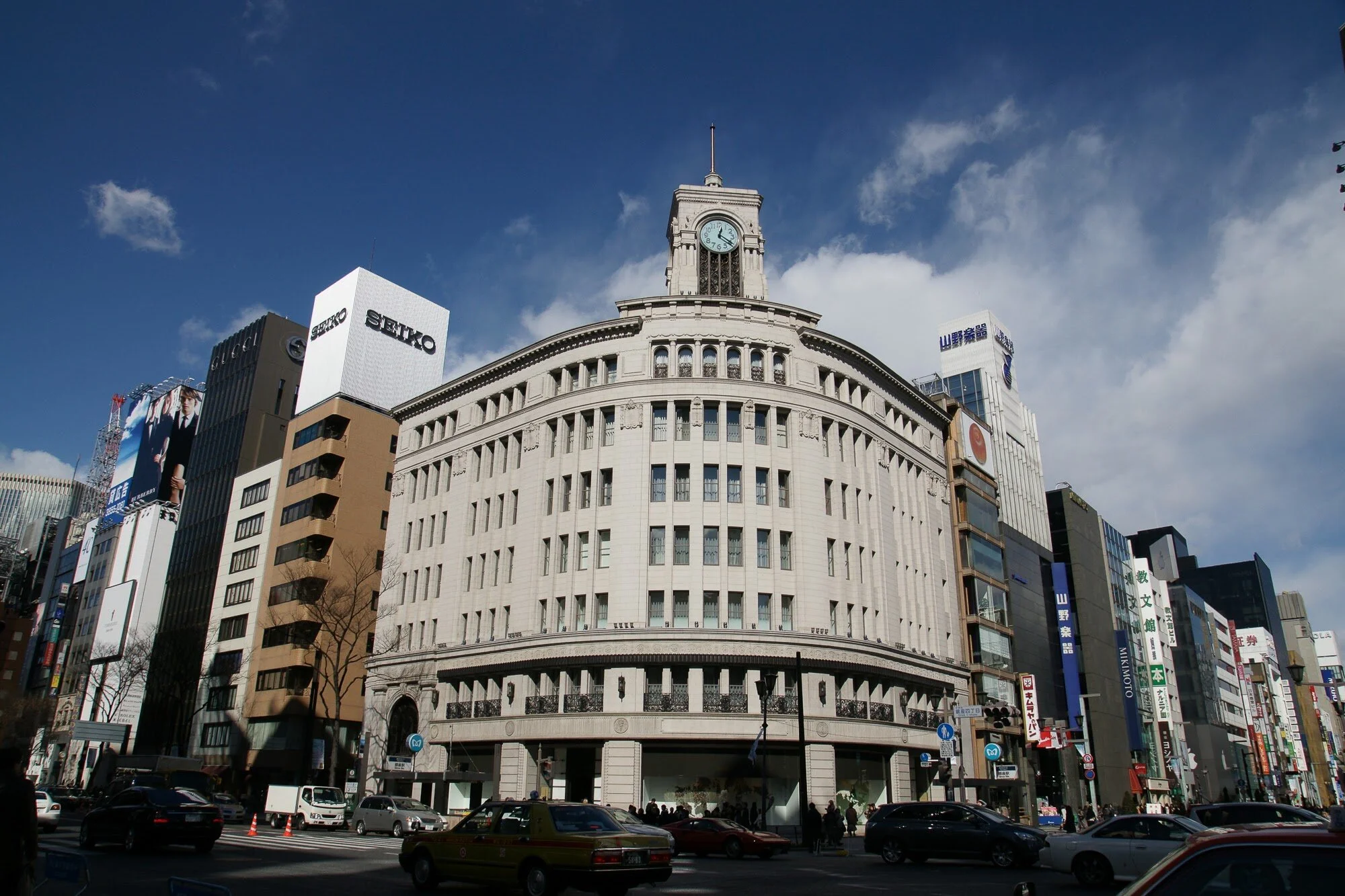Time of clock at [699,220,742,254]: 12:20
